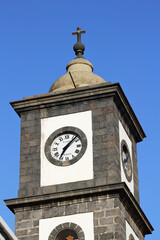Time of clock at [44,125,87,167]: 7:07
